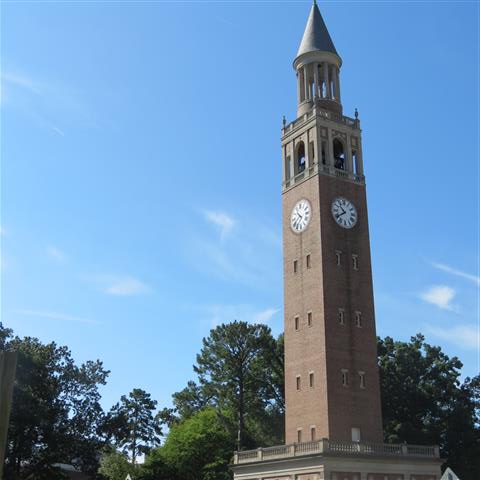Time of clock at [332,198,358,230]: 10:39
